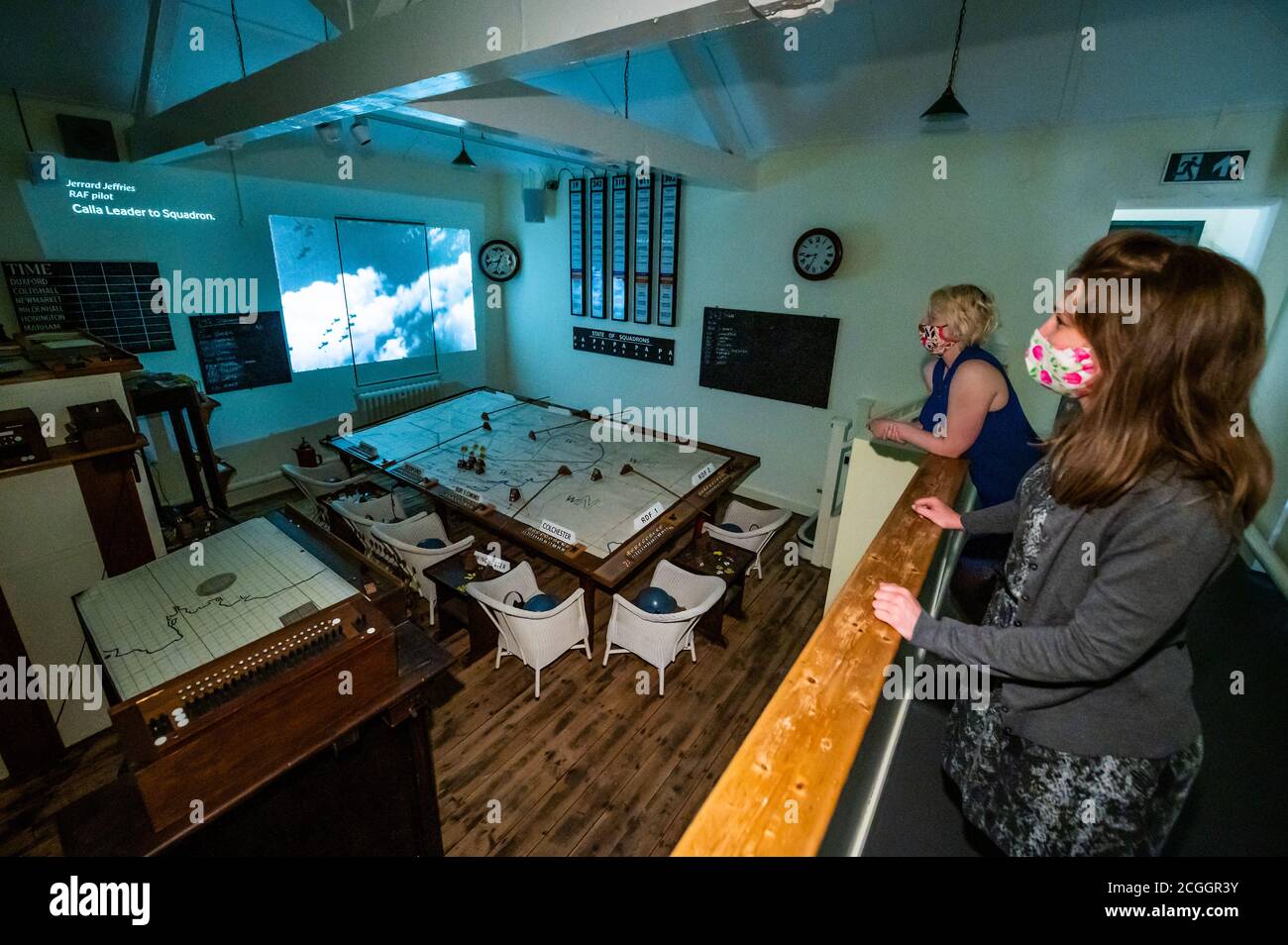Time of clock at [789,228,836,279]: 8:33
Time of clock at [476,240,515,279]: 8:33
